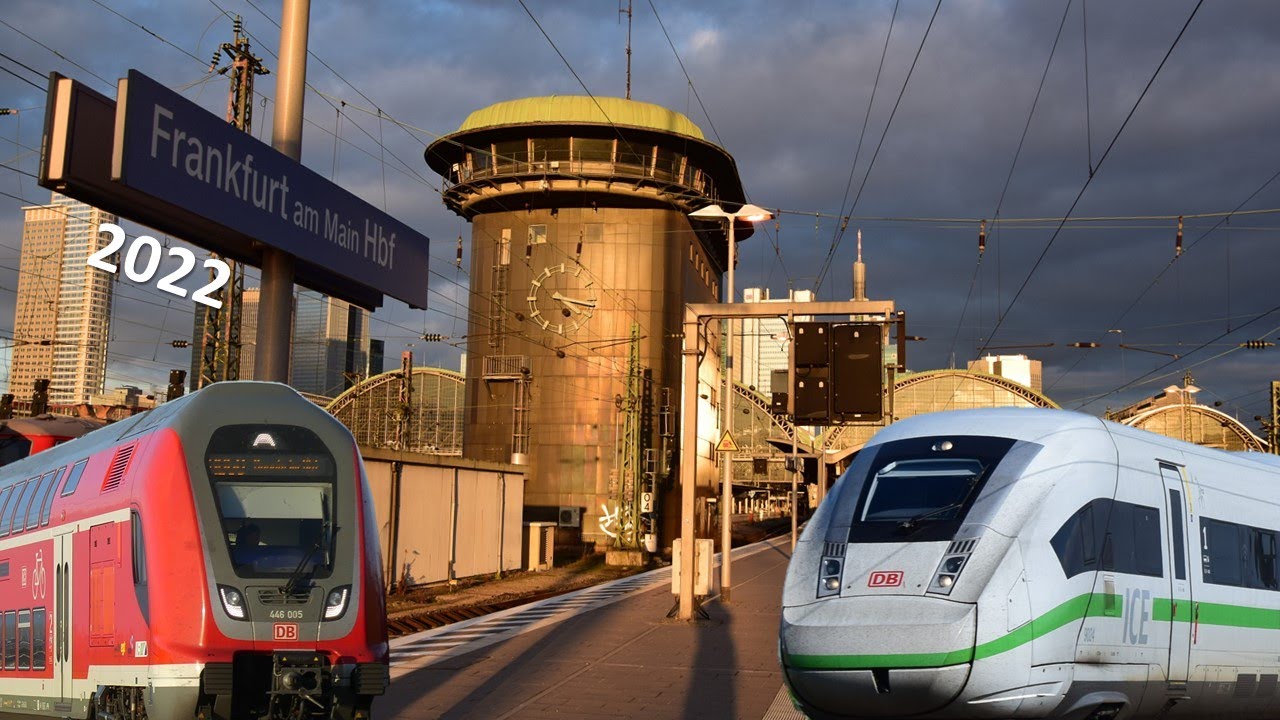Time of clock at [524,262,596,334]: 4:16
